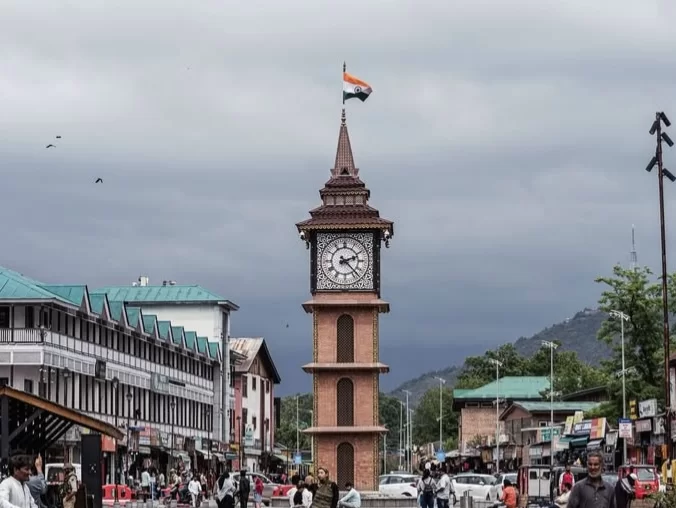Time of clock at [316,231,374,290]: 2:23
